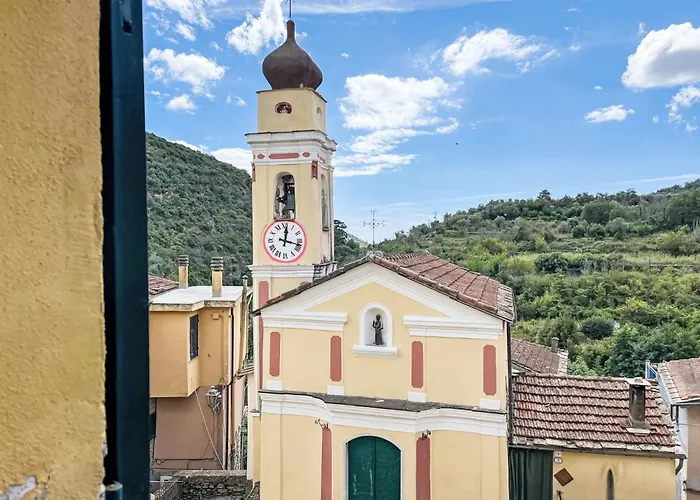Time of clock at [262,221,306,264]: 12:17
